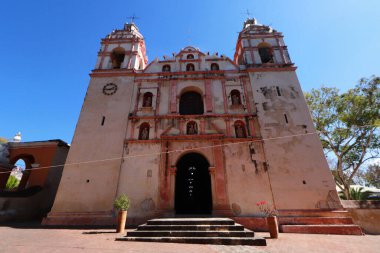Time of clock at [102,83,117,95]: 2:46
